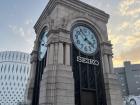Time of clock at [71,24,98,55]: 3:54
